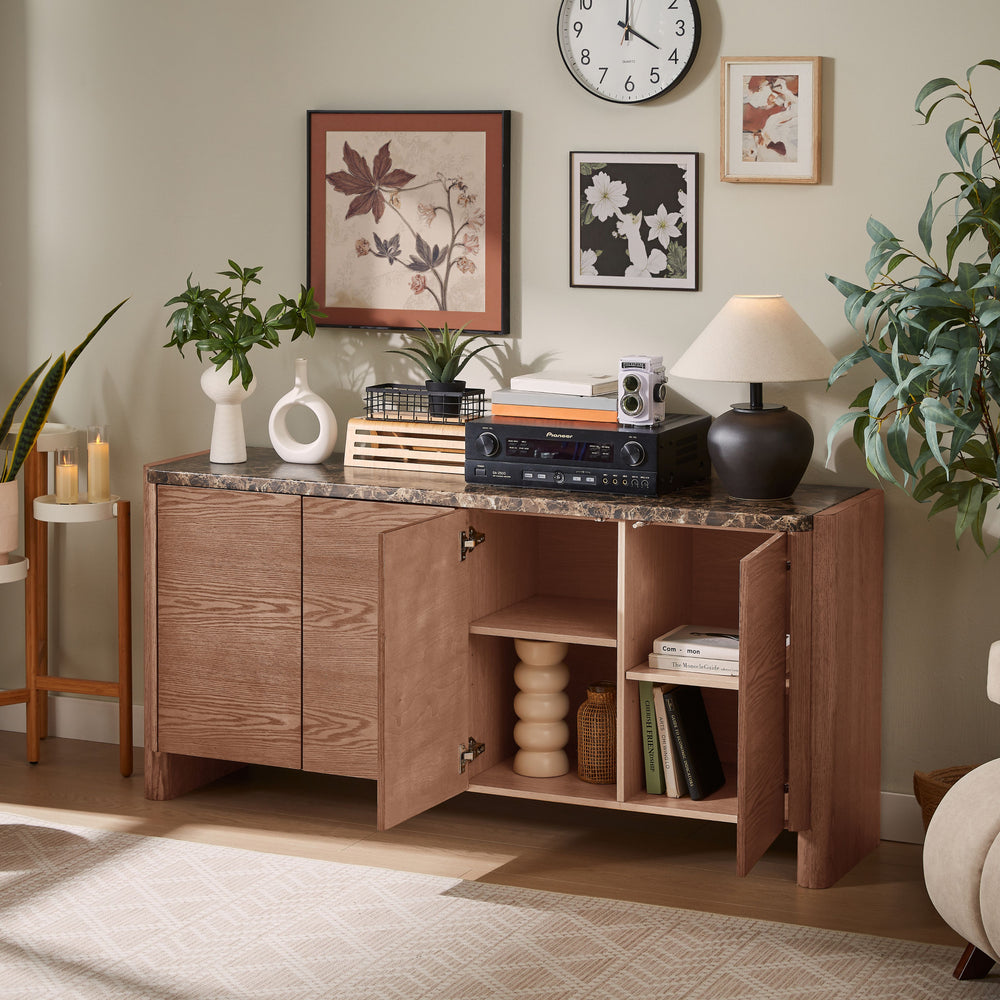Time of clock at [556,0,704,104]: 4:00
